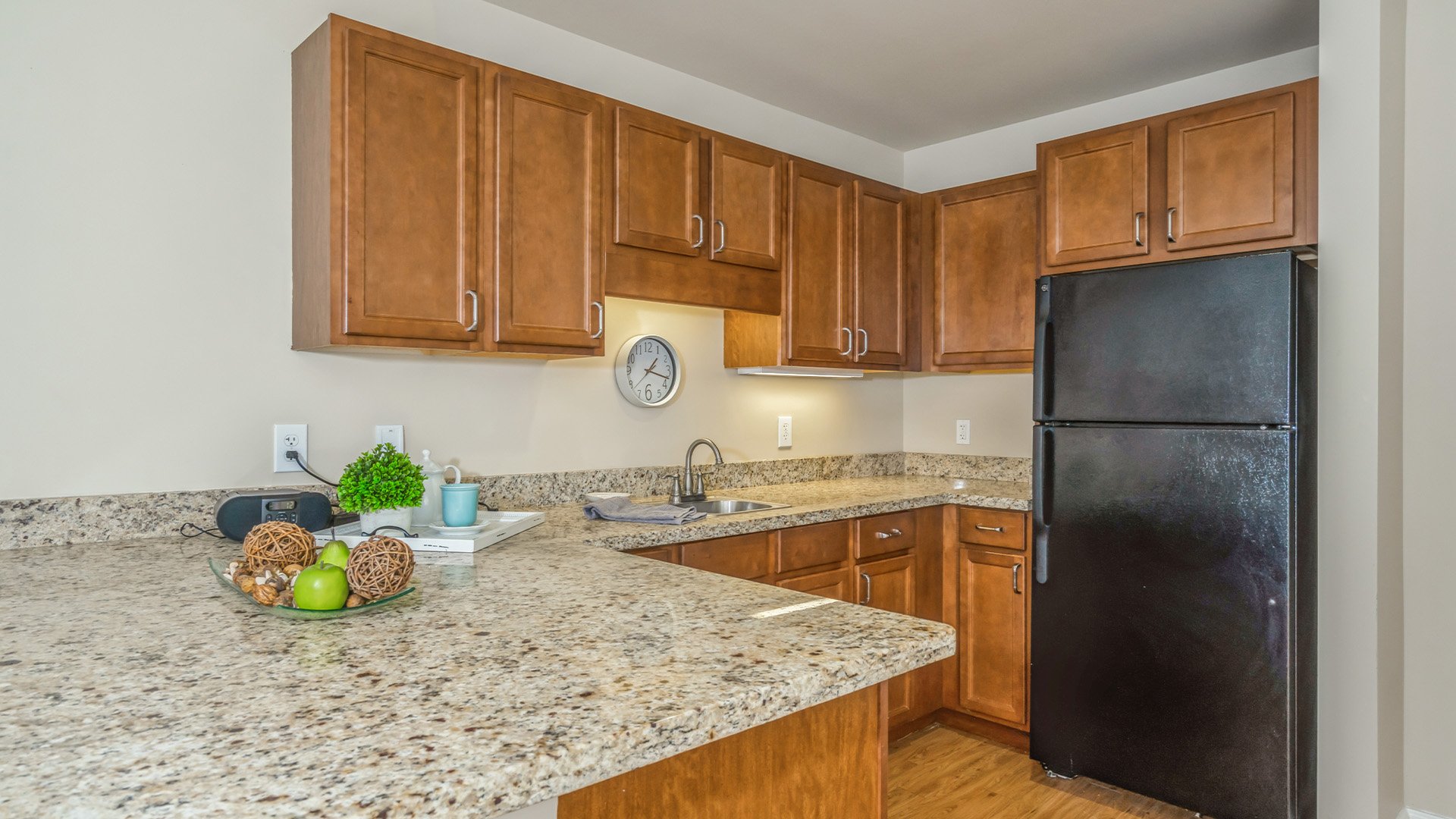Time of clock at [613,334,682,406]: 1:17
